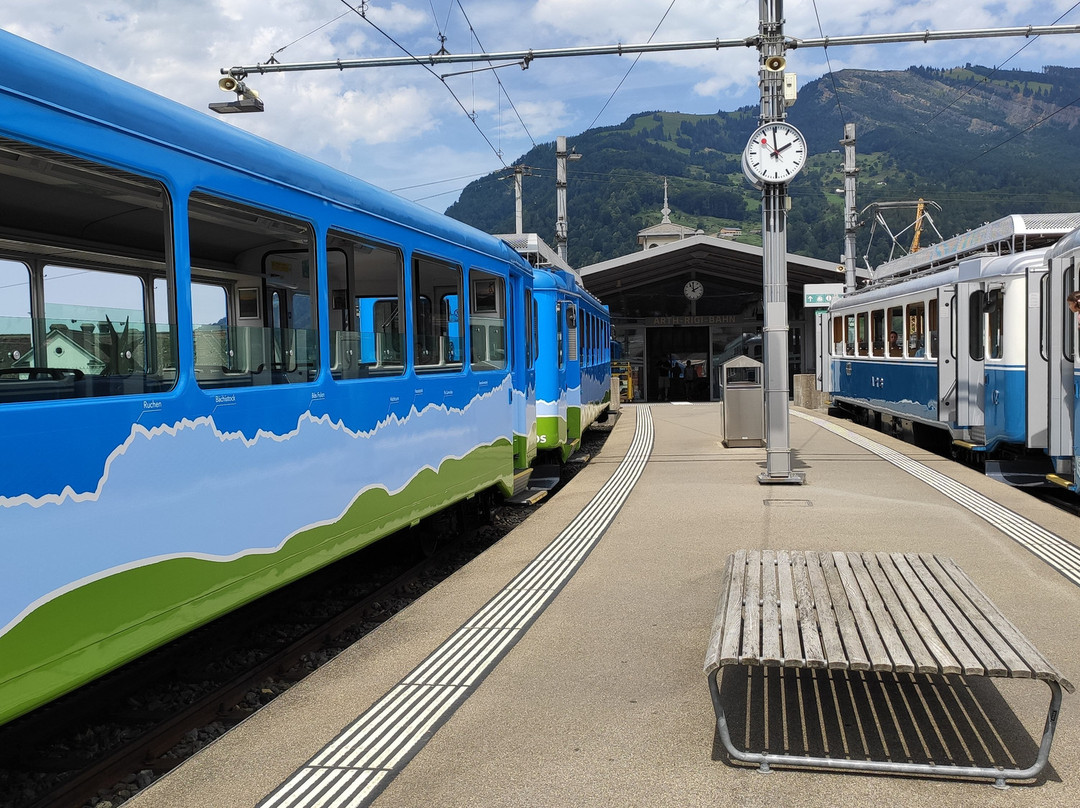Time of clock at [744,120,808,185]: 1:59
